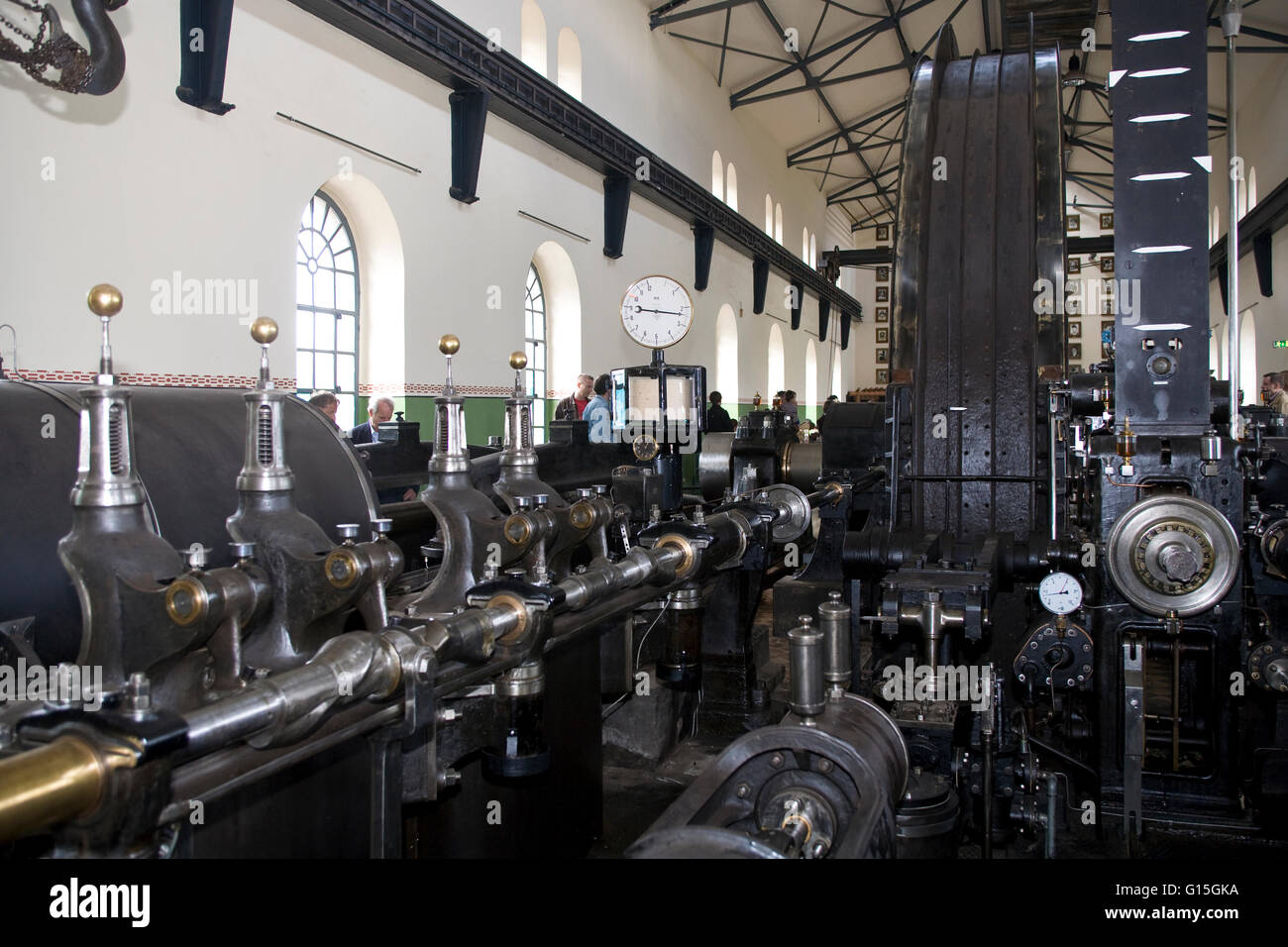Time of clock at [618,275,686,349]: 9:17
